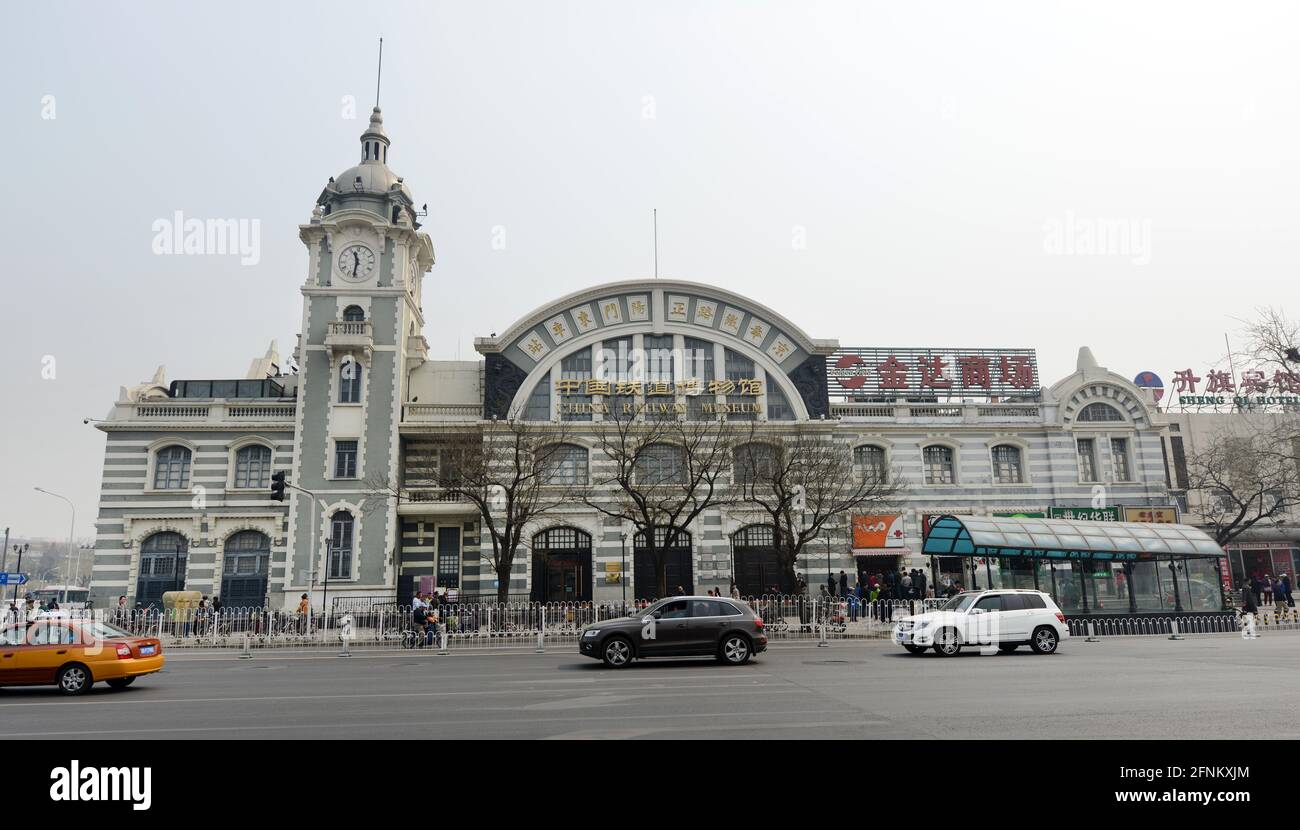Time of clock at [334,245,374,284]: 11:31
